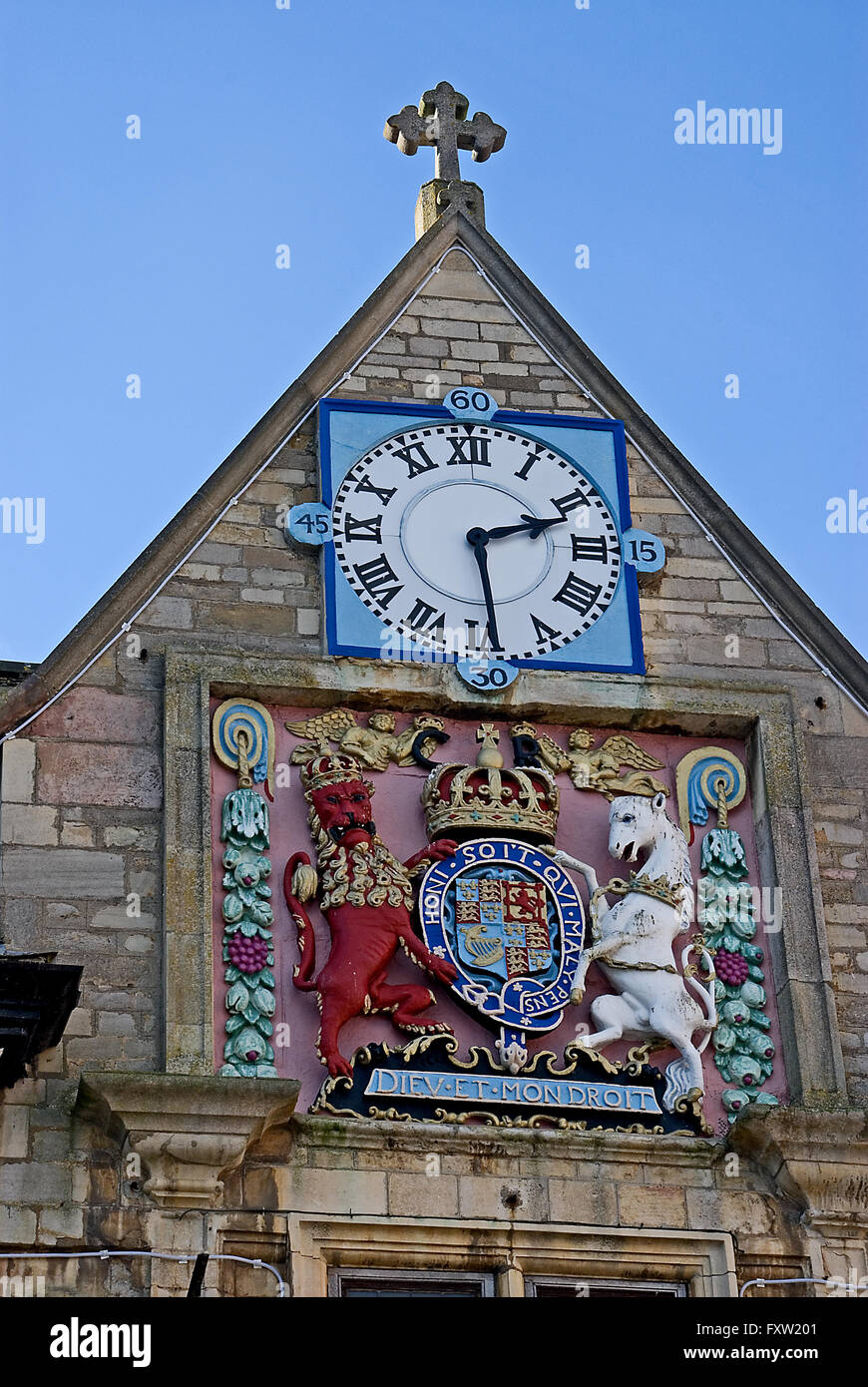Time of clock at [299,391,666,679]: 2:29
